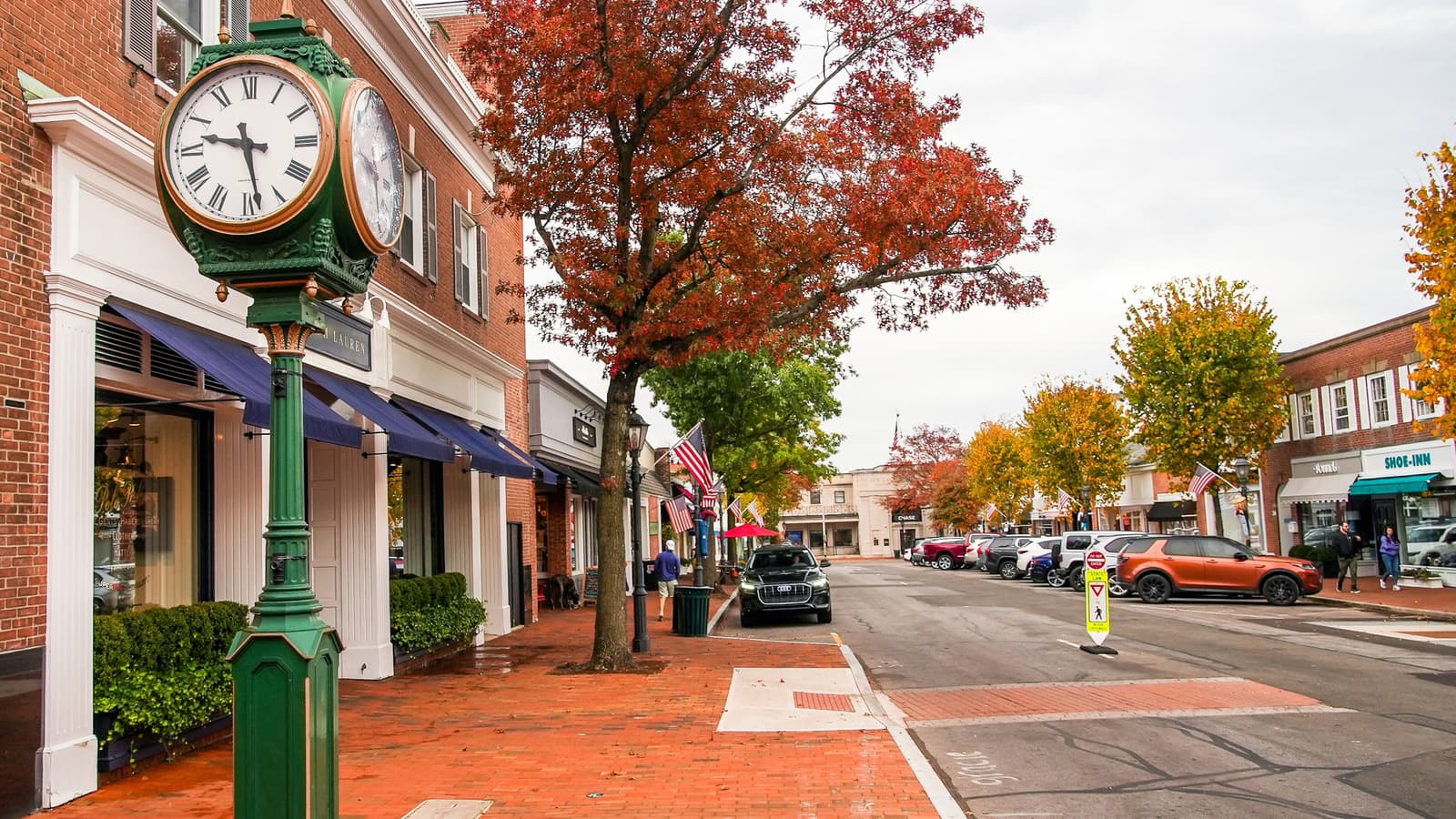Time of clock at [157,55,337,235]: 9:28
